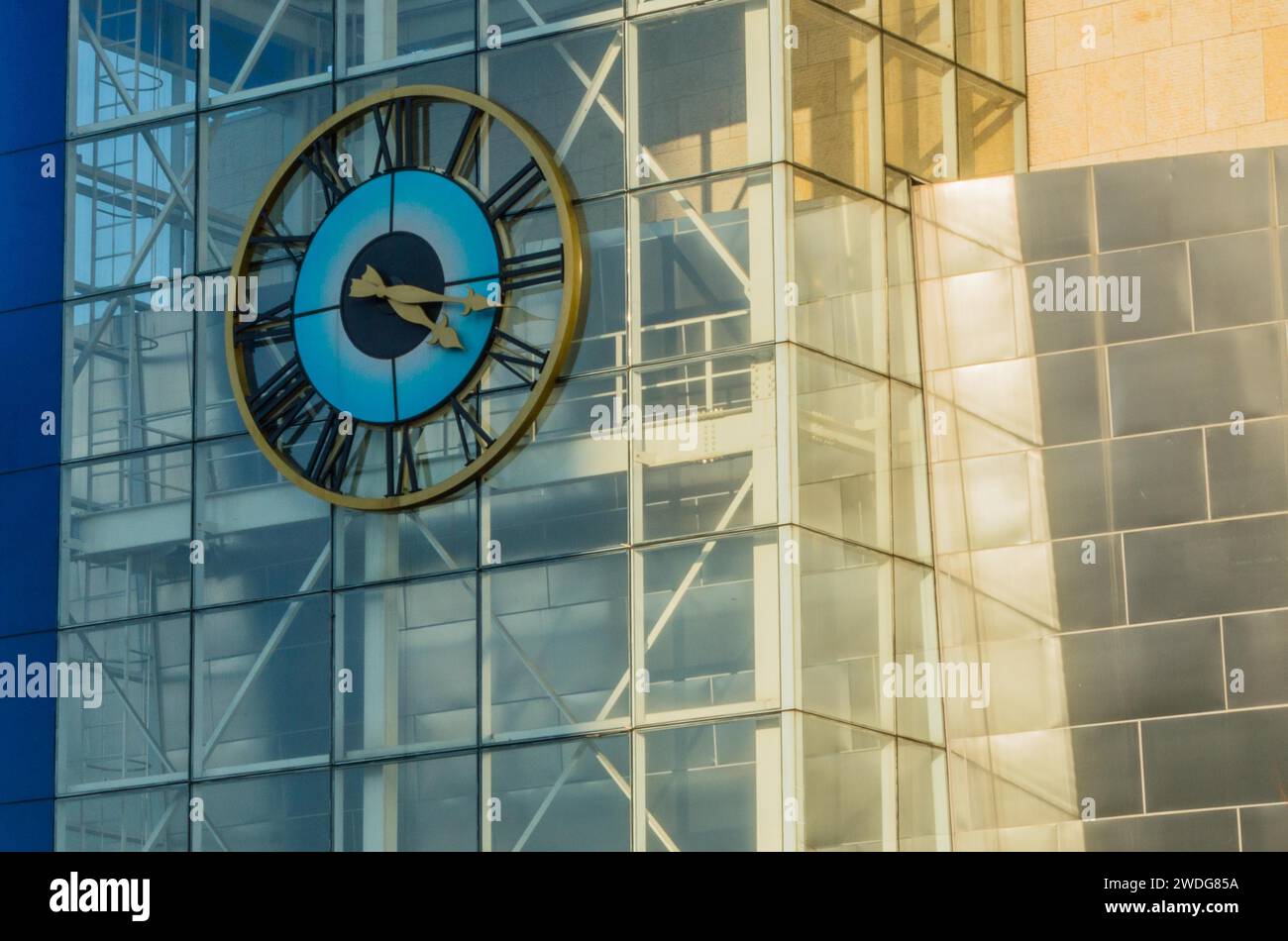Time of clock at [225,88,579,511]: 4:16
